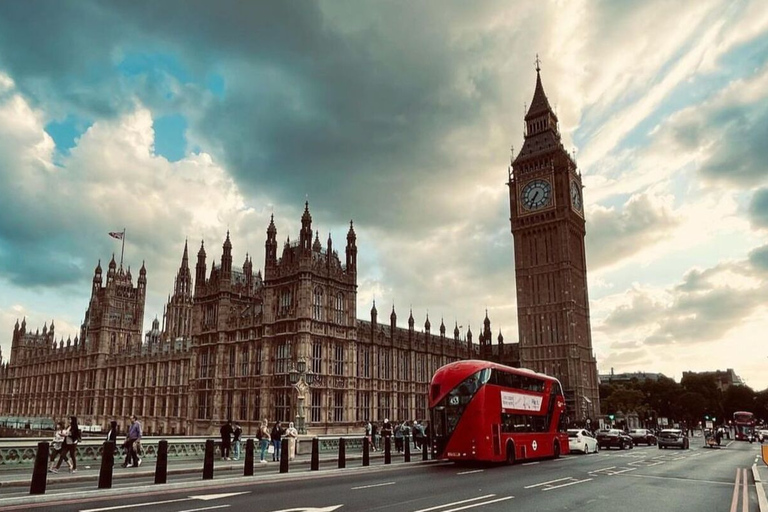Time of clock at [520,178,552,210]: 7:35
